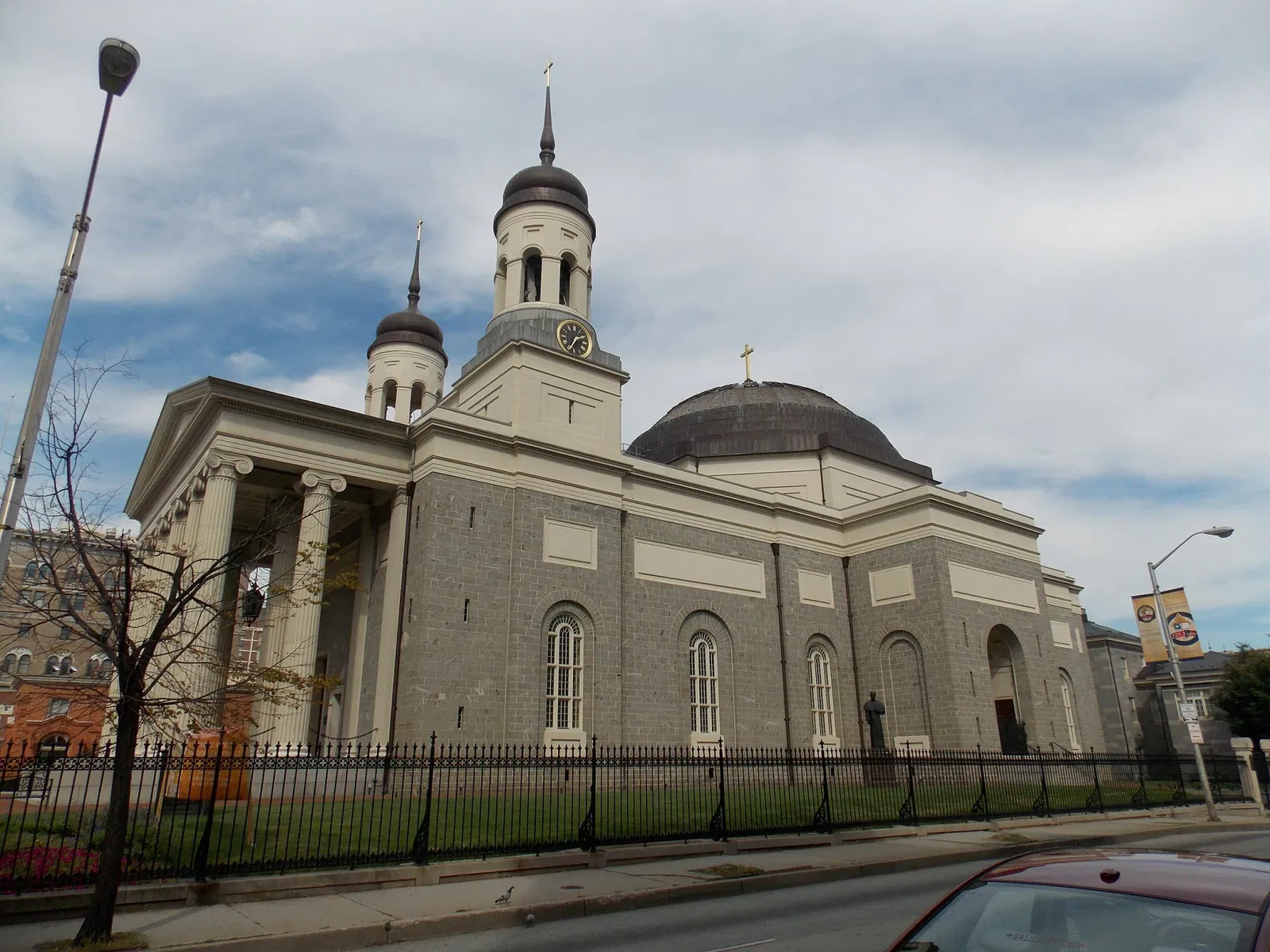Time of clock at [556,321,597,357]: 1:34
